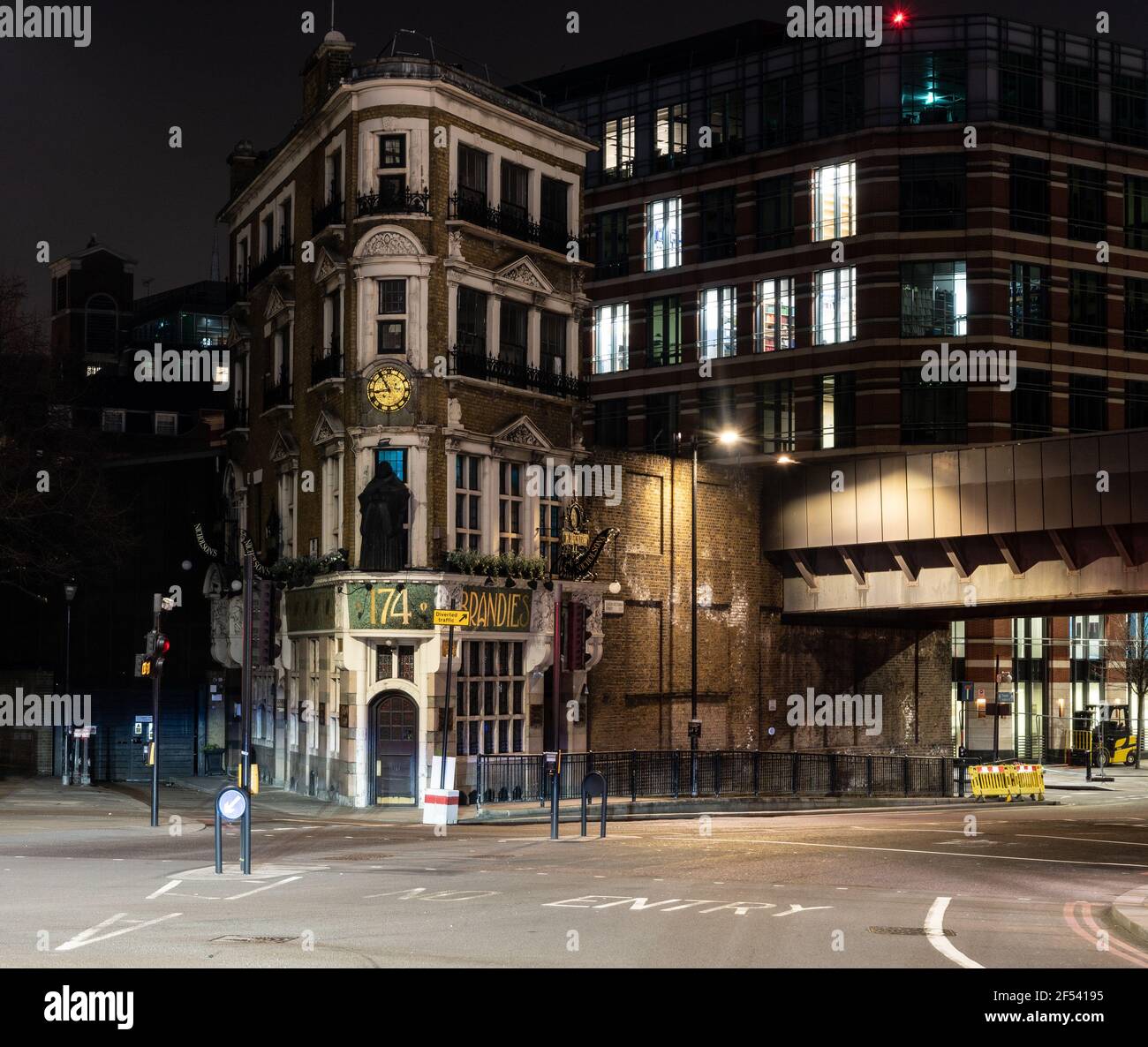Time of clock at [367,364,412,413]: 8:54
